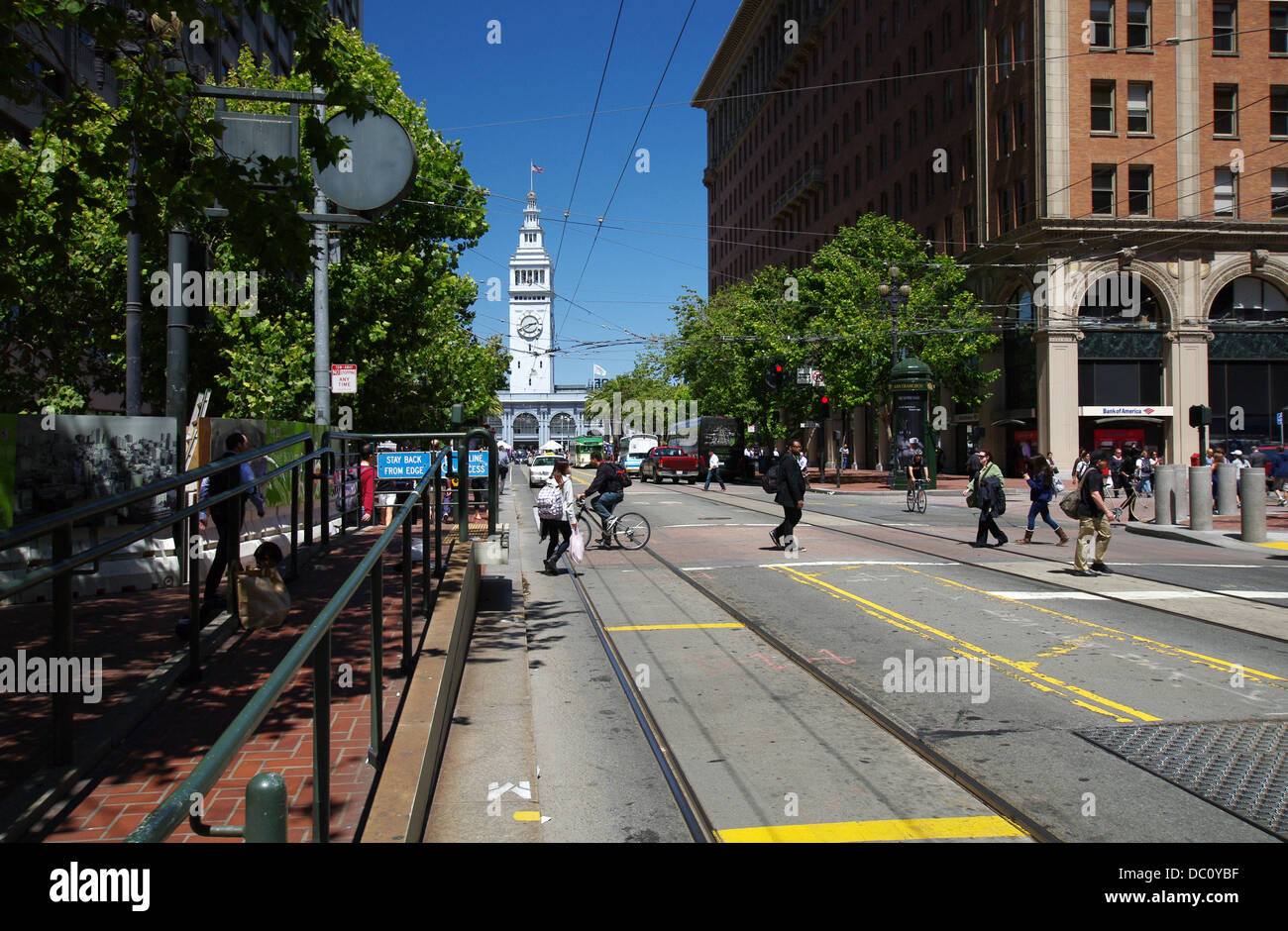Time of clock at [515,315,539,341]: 2:40
